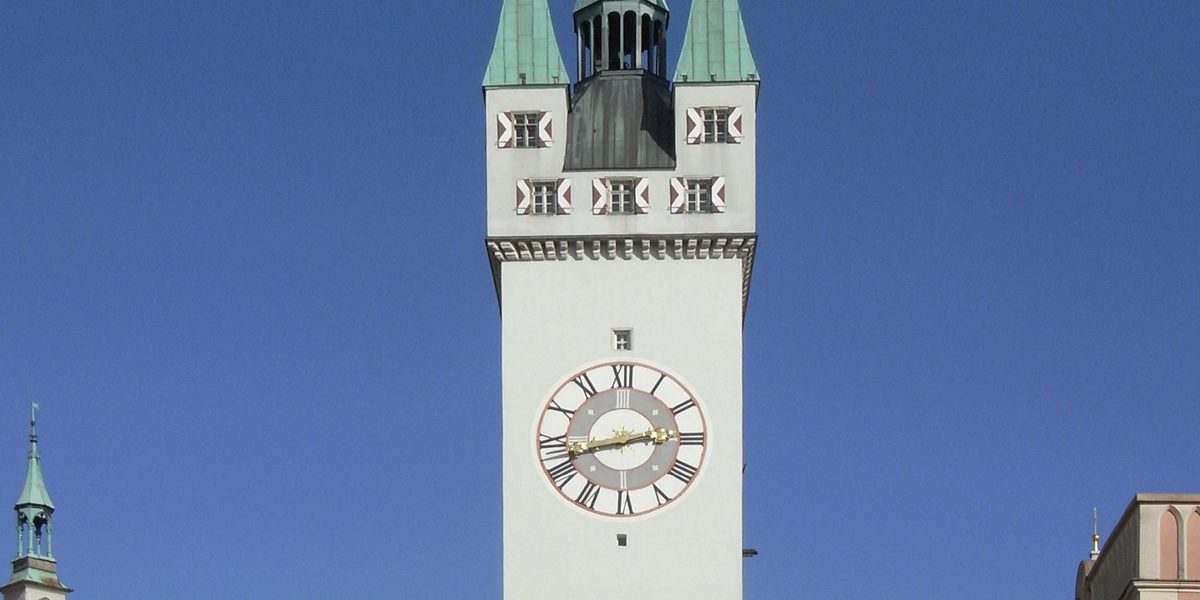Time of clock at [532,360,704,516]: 2:42
